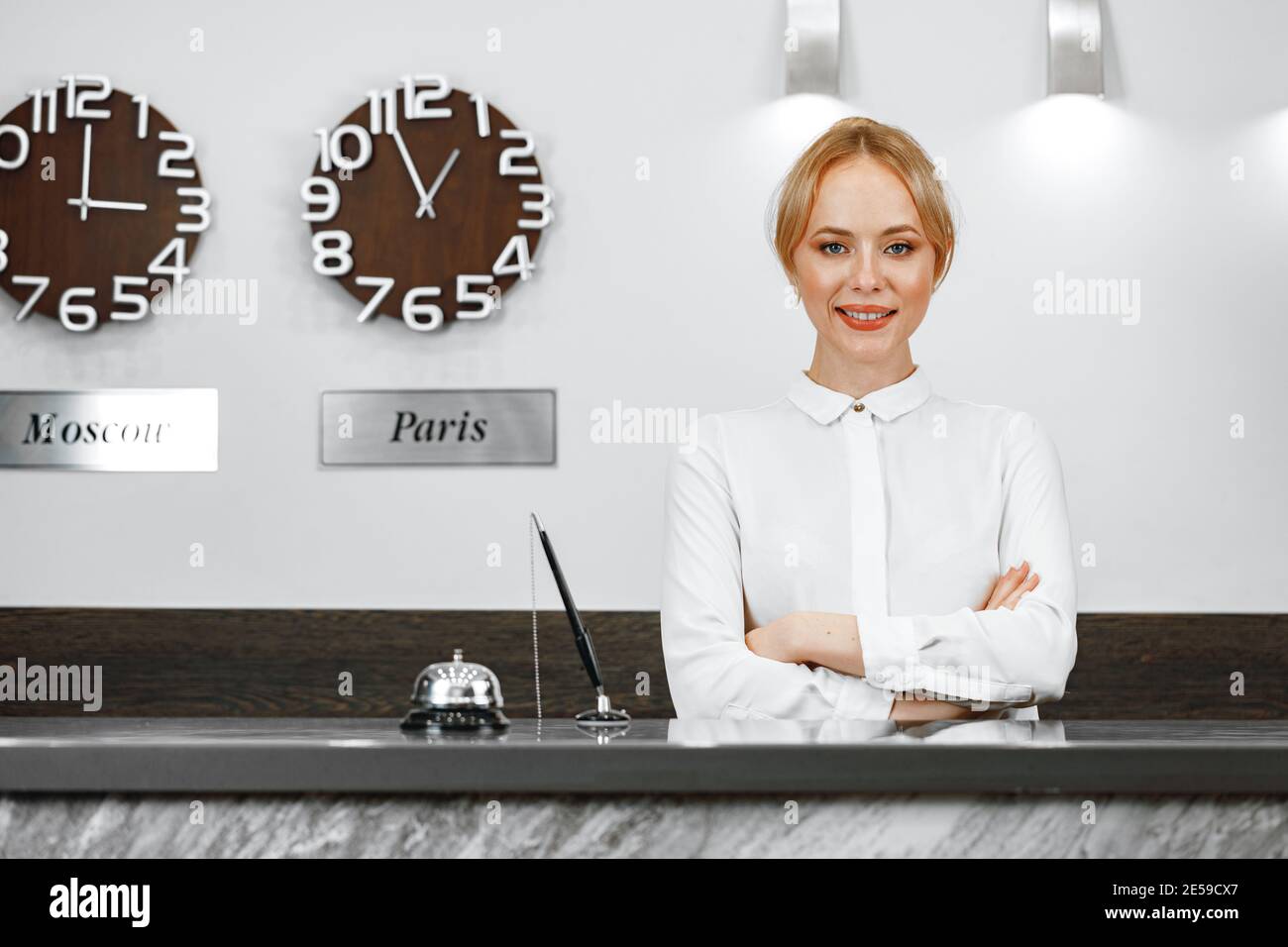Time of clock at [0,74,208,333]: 3:00
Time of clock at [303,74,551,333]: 12:55
